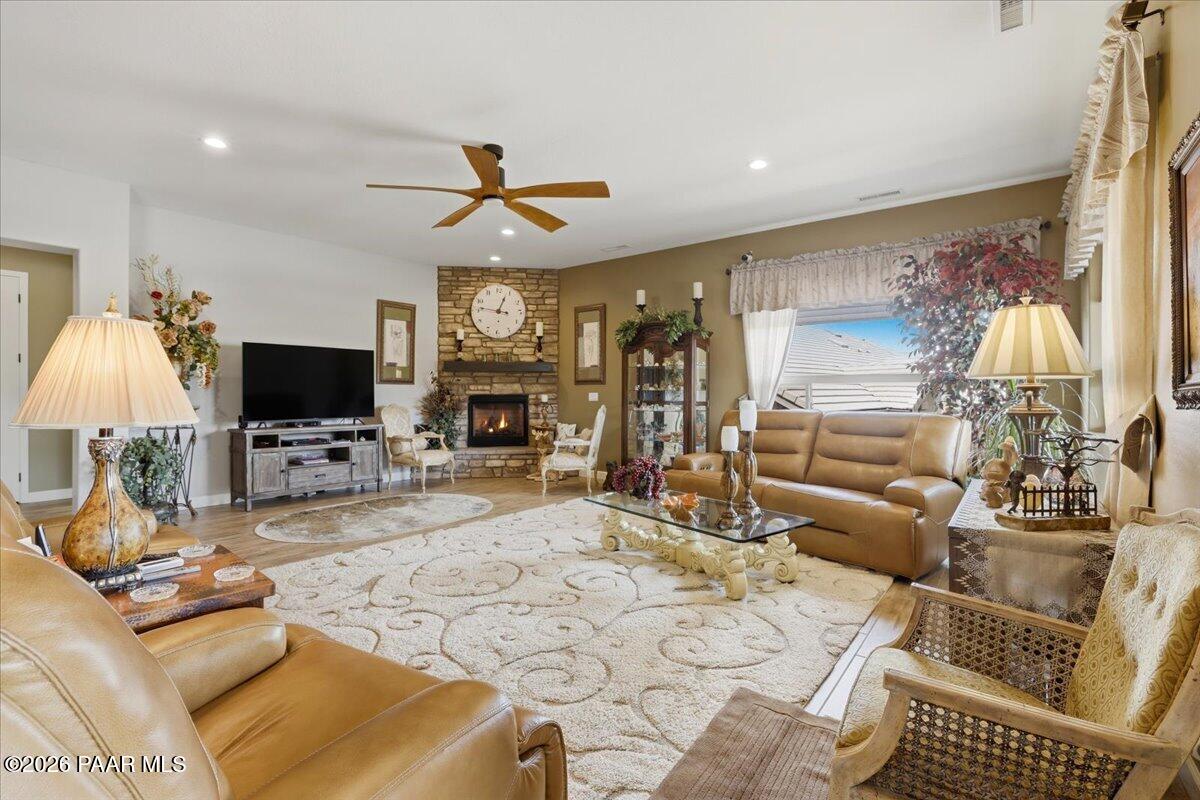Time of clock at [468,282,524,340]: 12:46
